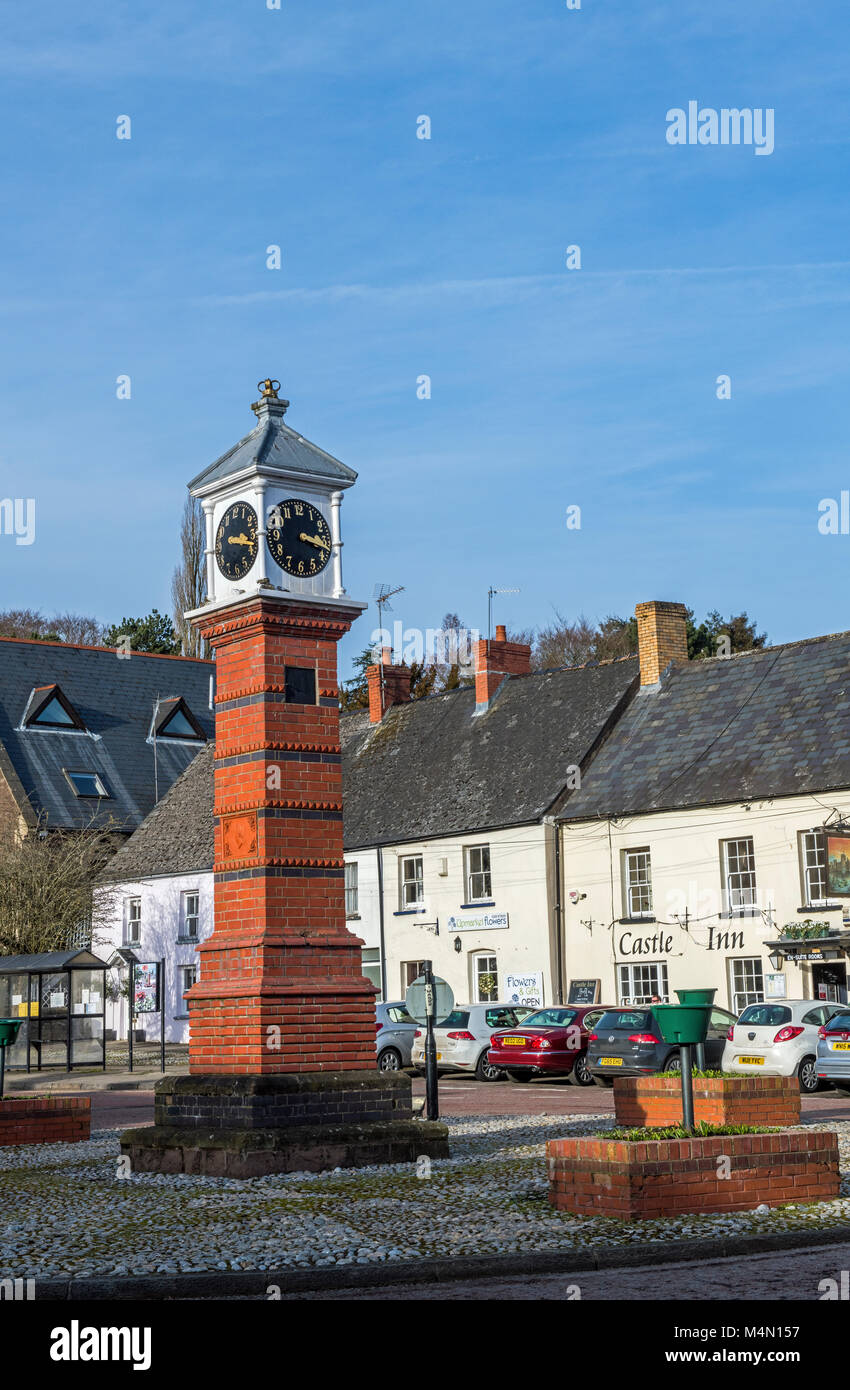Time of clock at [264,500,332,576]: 3:17
